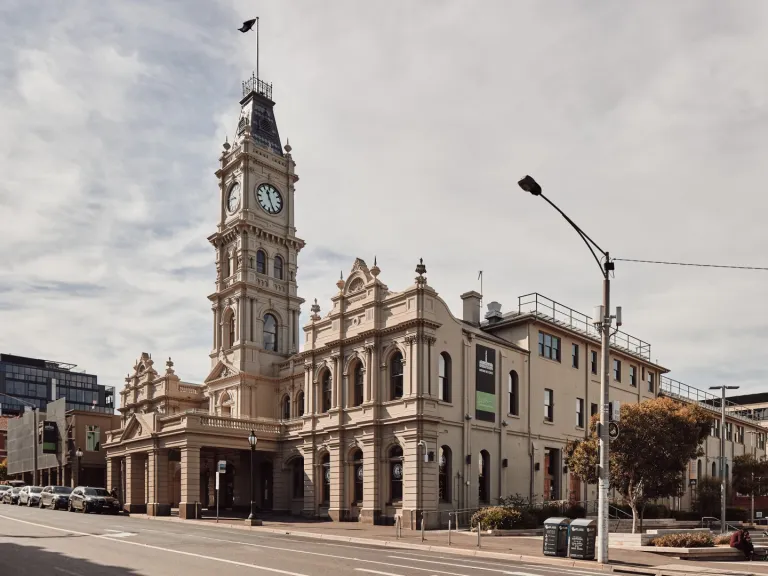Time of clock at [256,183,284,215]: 11:25
